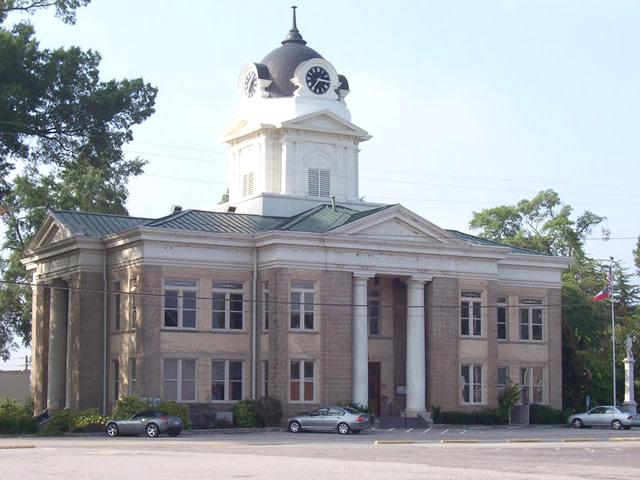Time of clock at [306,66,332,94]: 7:15
